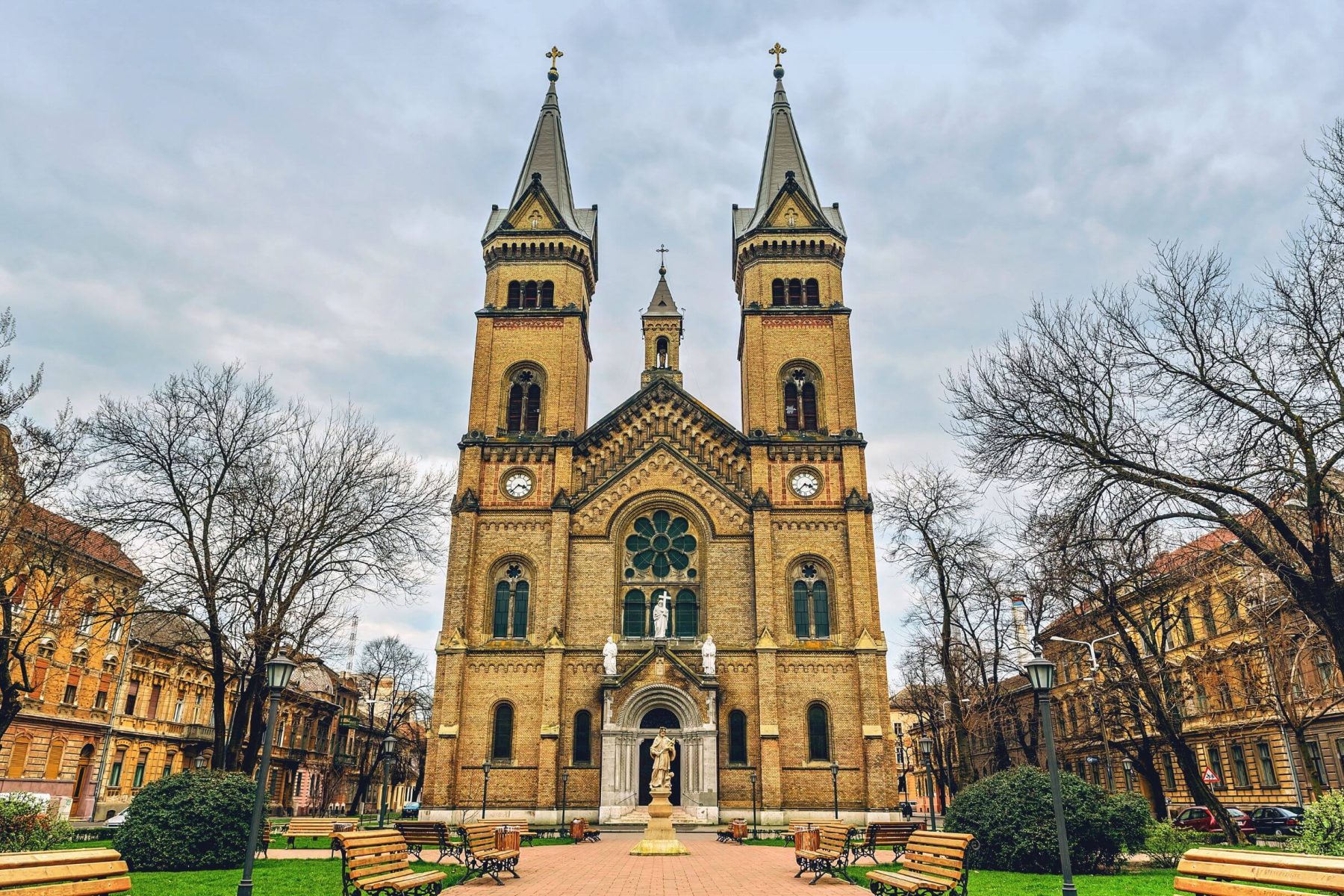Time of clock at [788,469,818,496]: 3:37
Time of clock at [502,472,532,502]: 3:37
